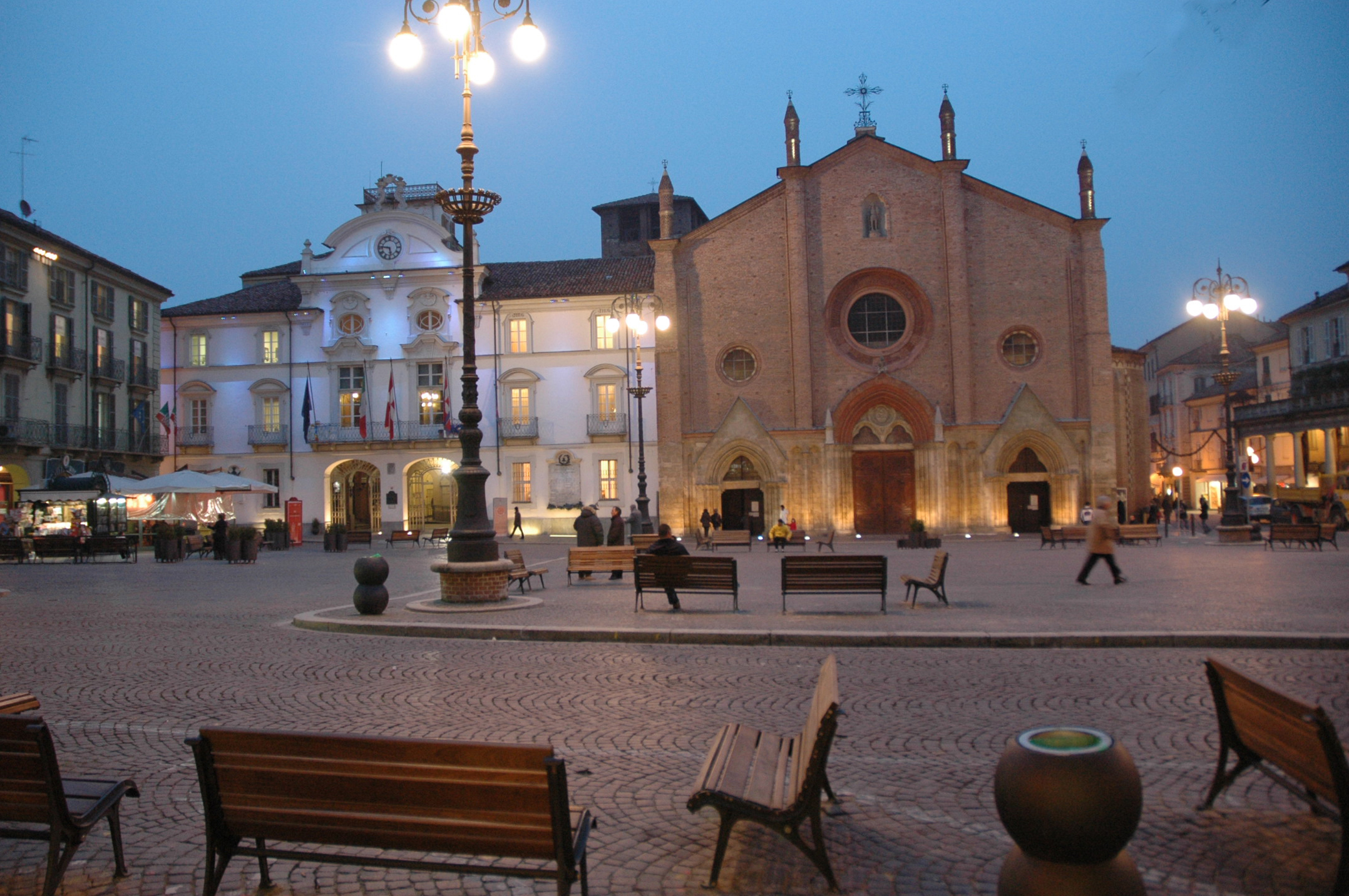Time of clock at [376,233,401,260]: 5:46
